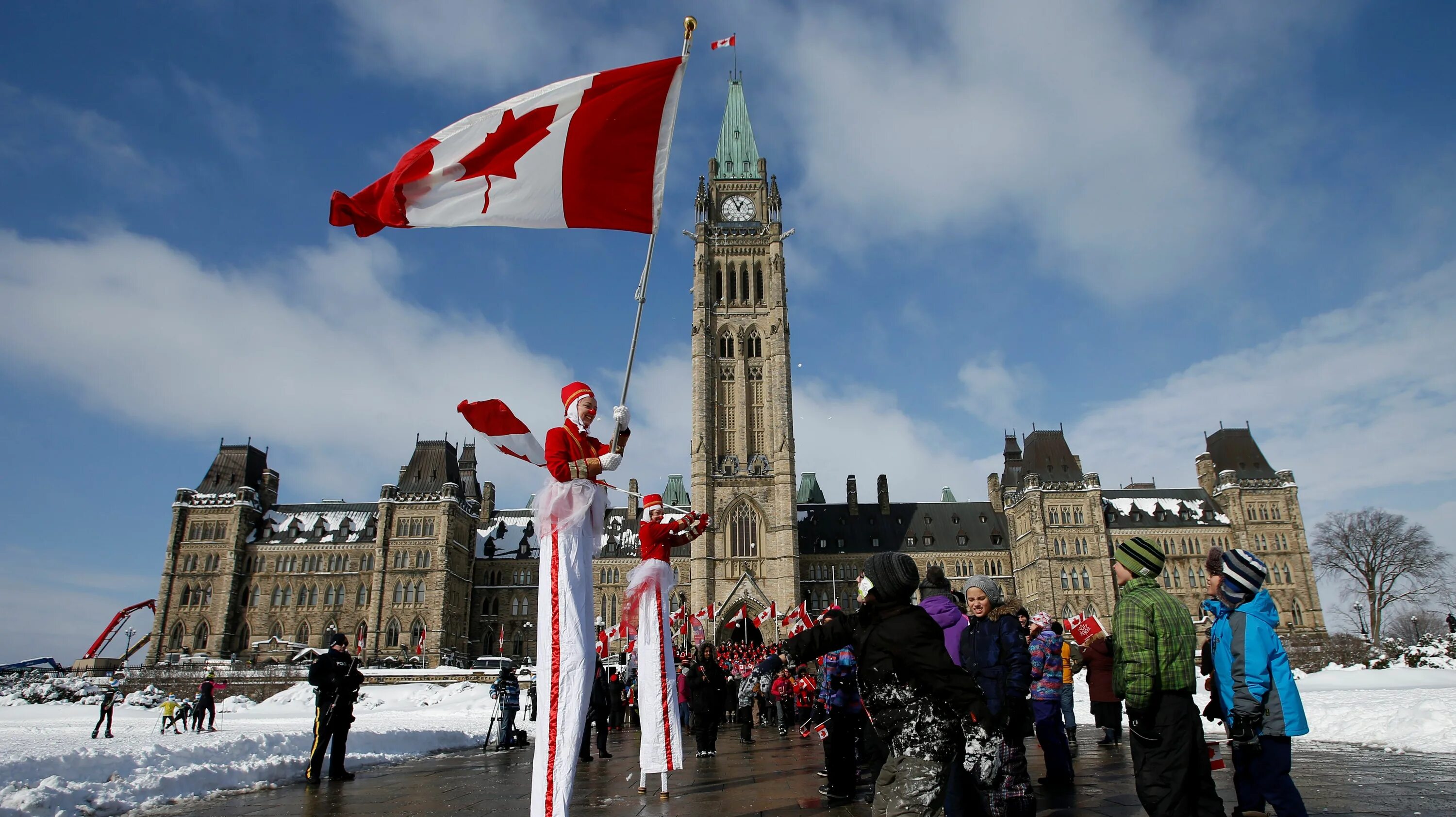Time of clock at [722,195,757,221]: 12:56
